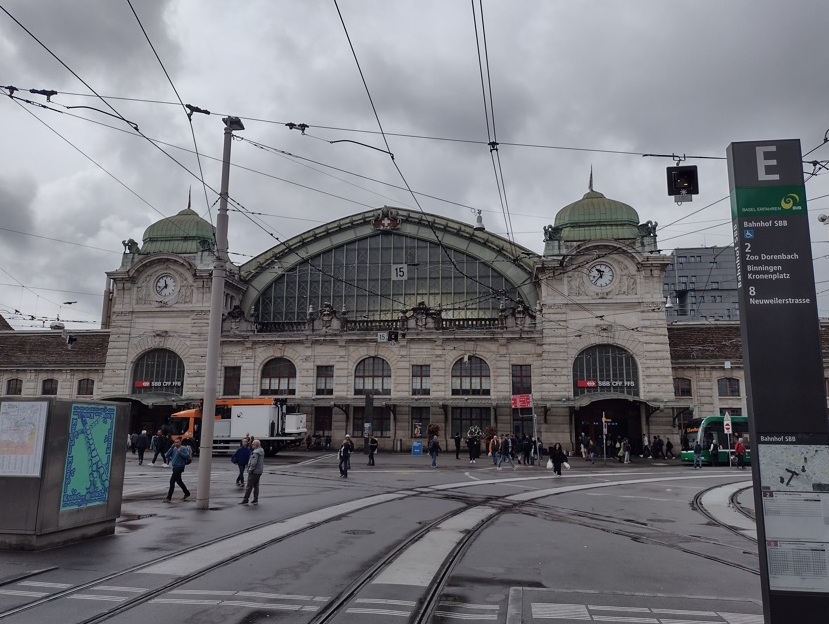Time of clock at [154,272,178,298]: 11:37
